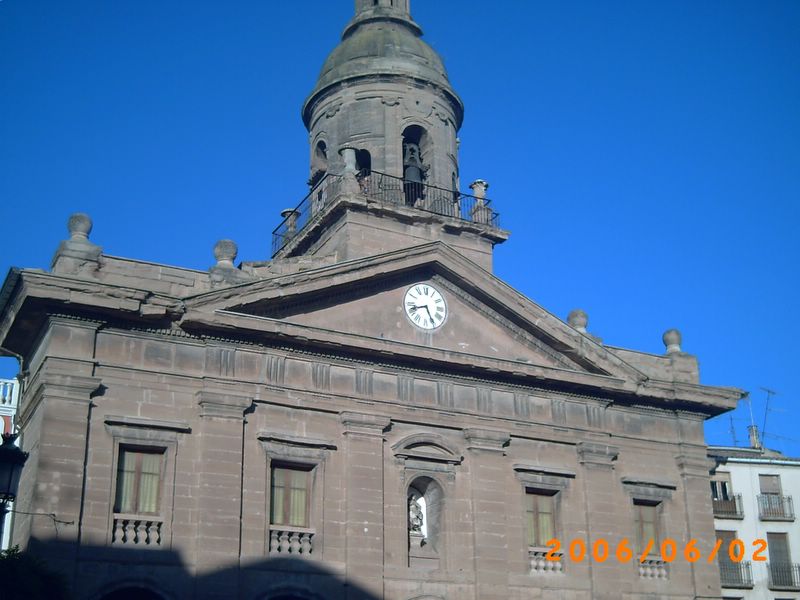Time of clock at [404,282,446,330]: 8:25
